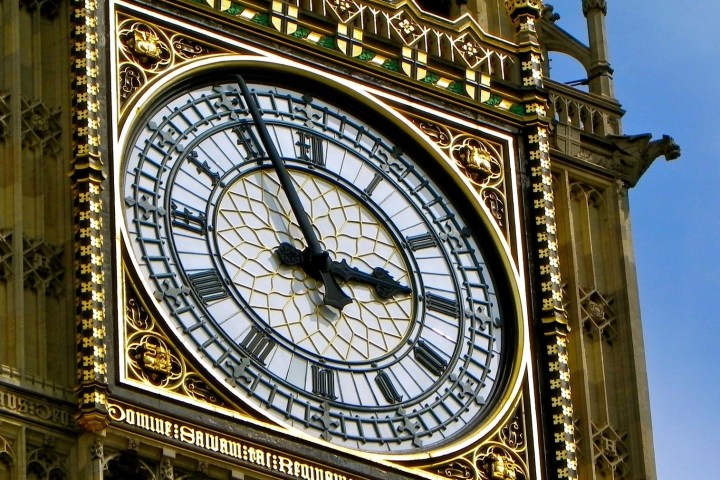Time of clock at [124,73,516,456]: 2:56
